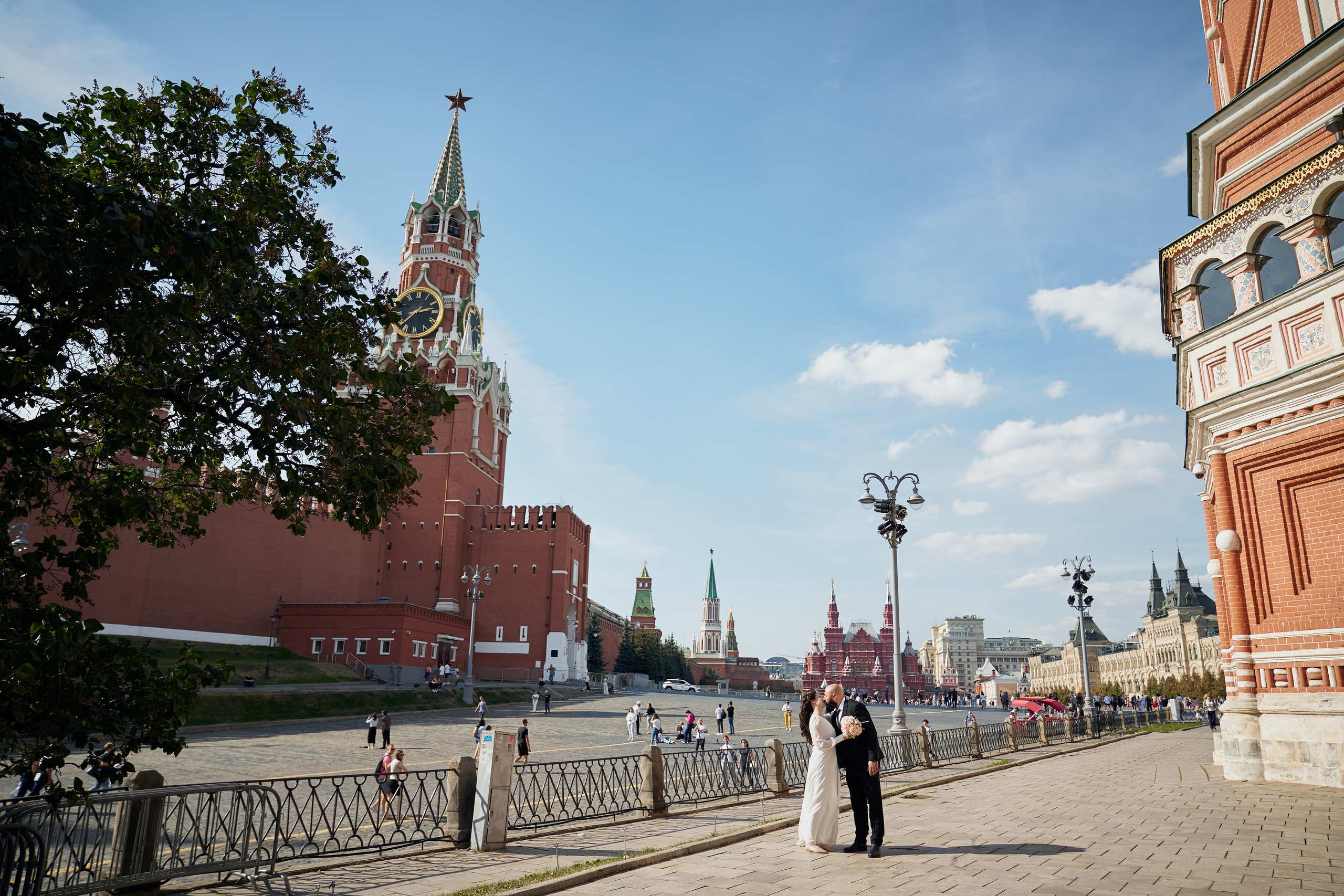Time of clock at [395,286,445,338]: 2:37
